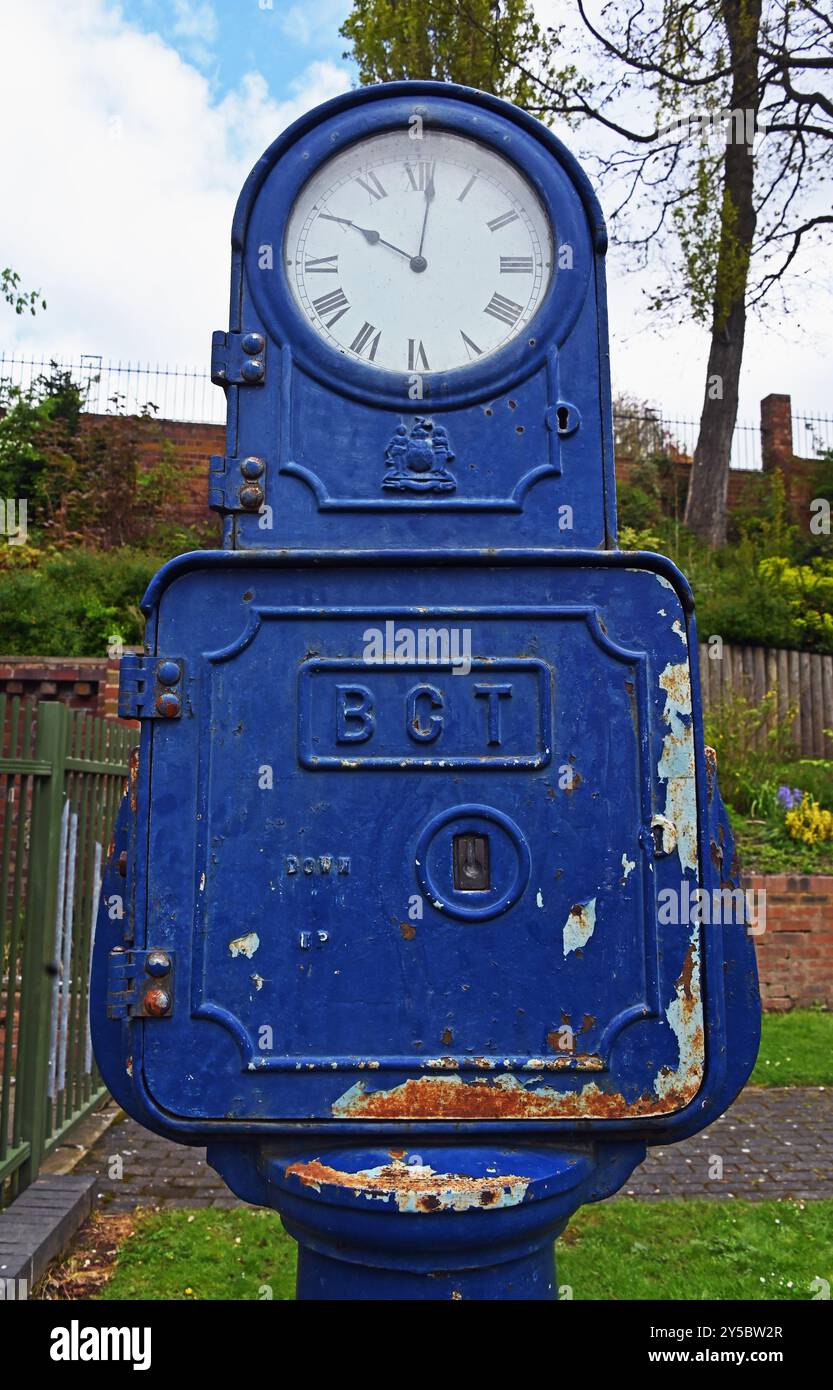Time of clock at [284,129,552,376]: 10:01
